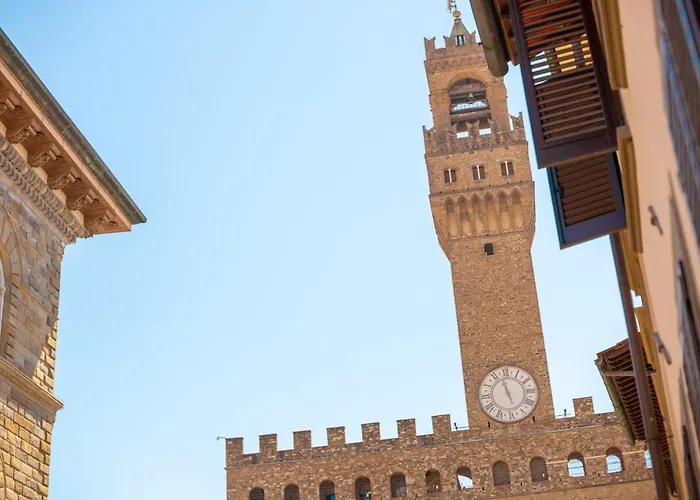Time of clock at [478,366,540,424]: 4:57
